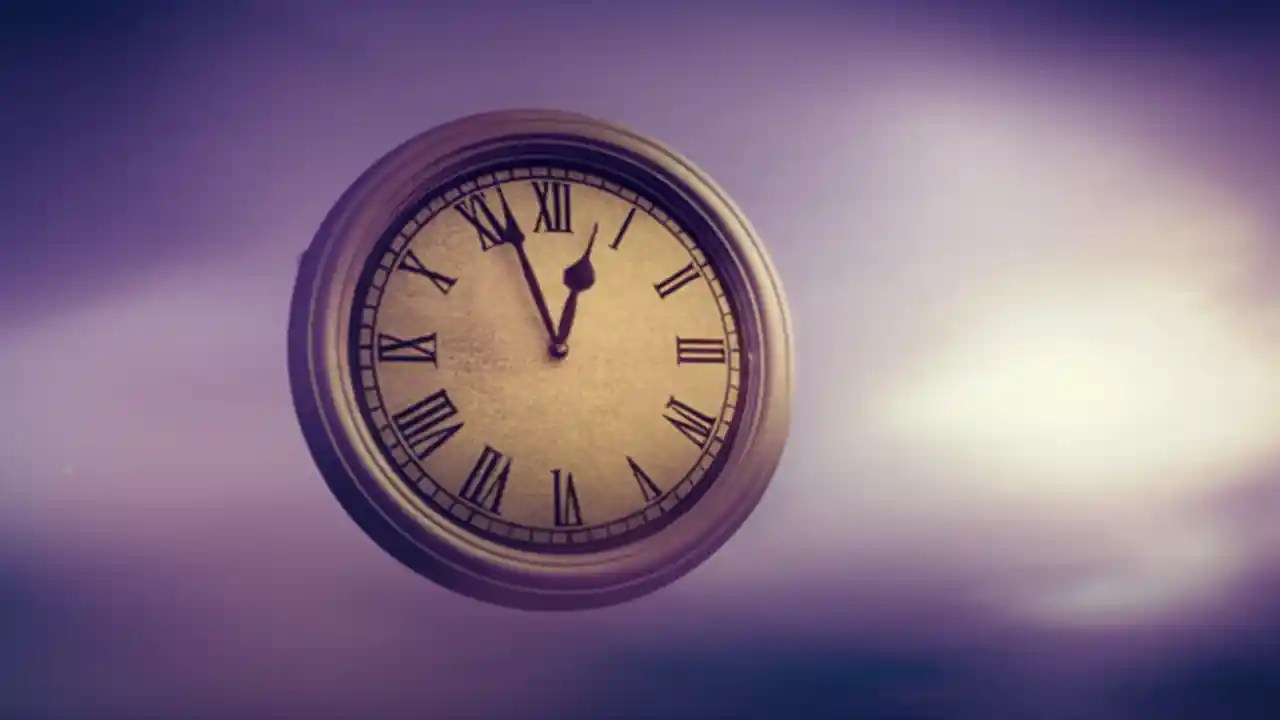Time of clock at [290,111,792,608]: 12:56
